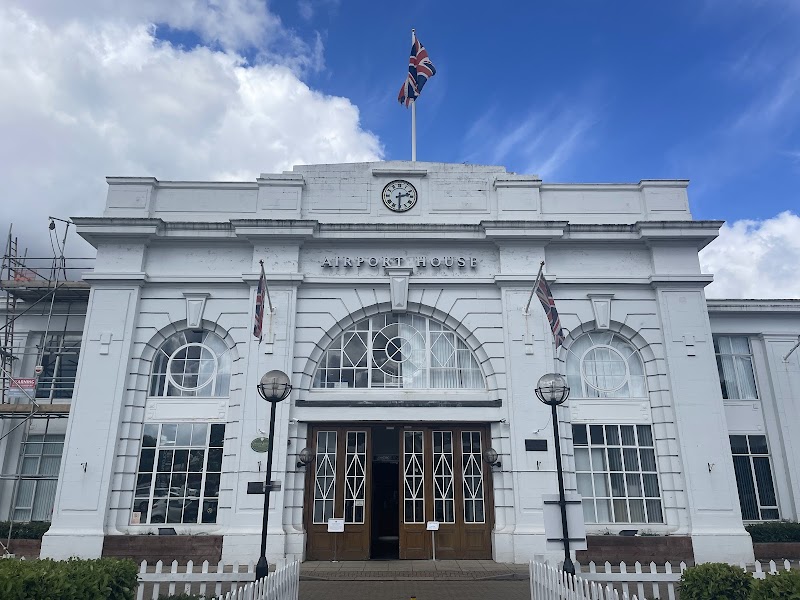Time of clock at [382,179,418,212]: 2:30
